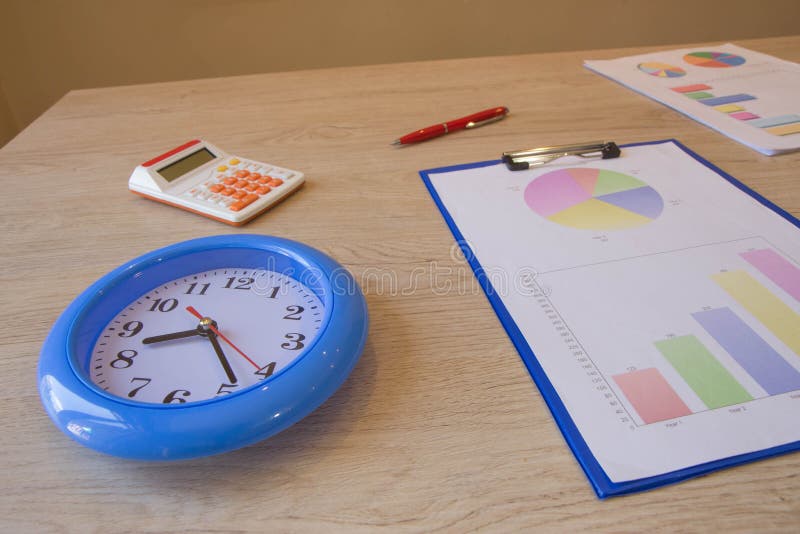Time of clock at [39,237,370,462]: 8:23
